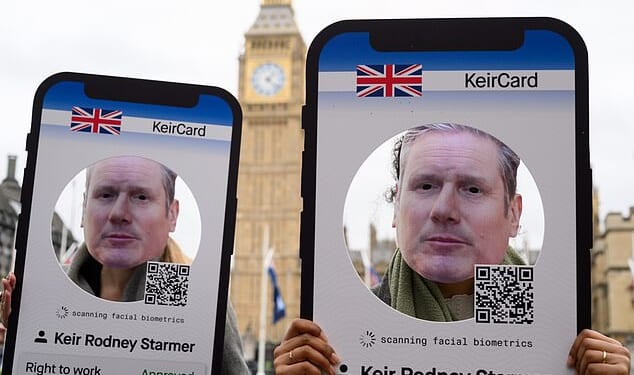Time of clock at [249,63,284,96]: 1:22
